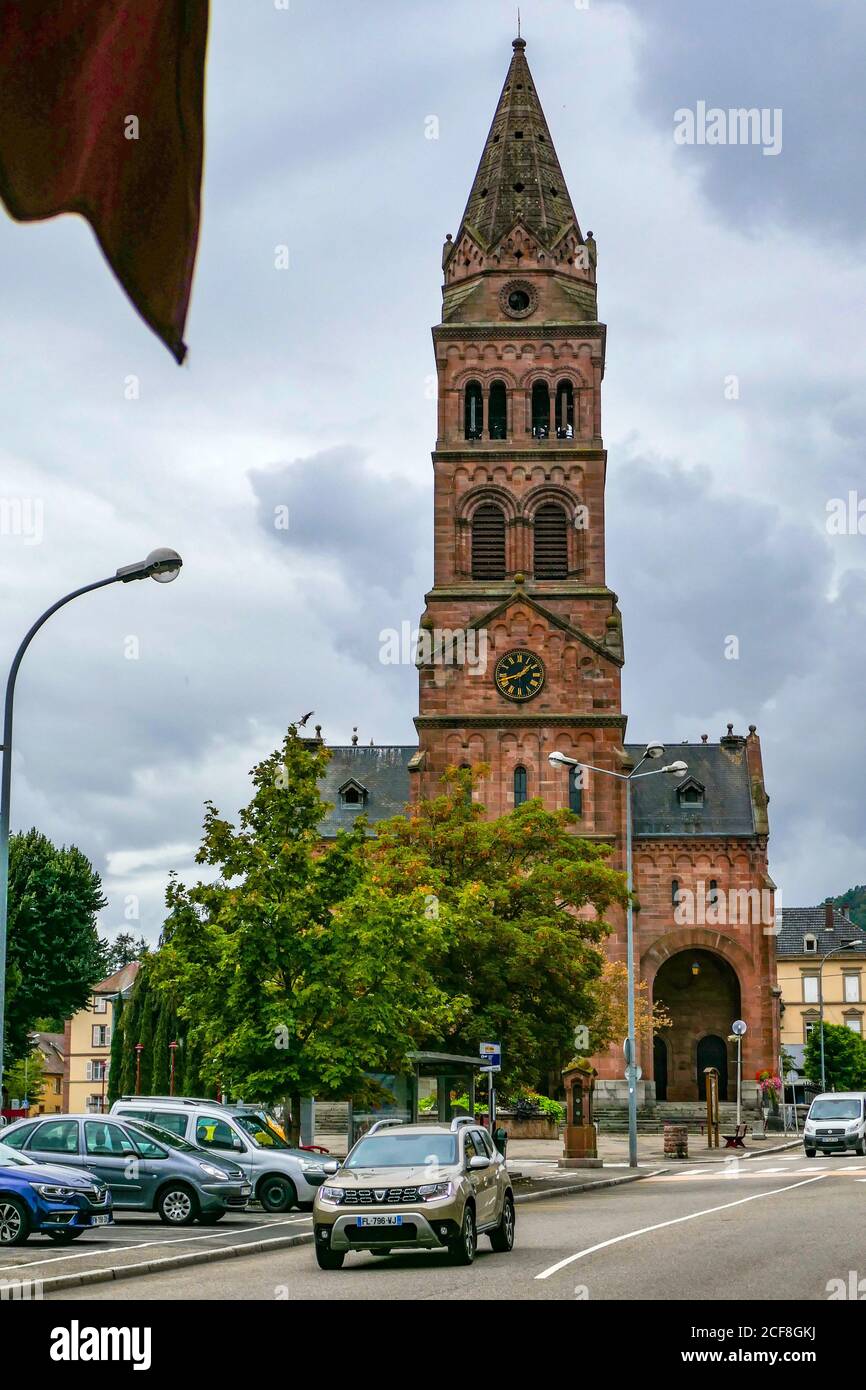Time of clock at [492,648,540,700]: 1:42
